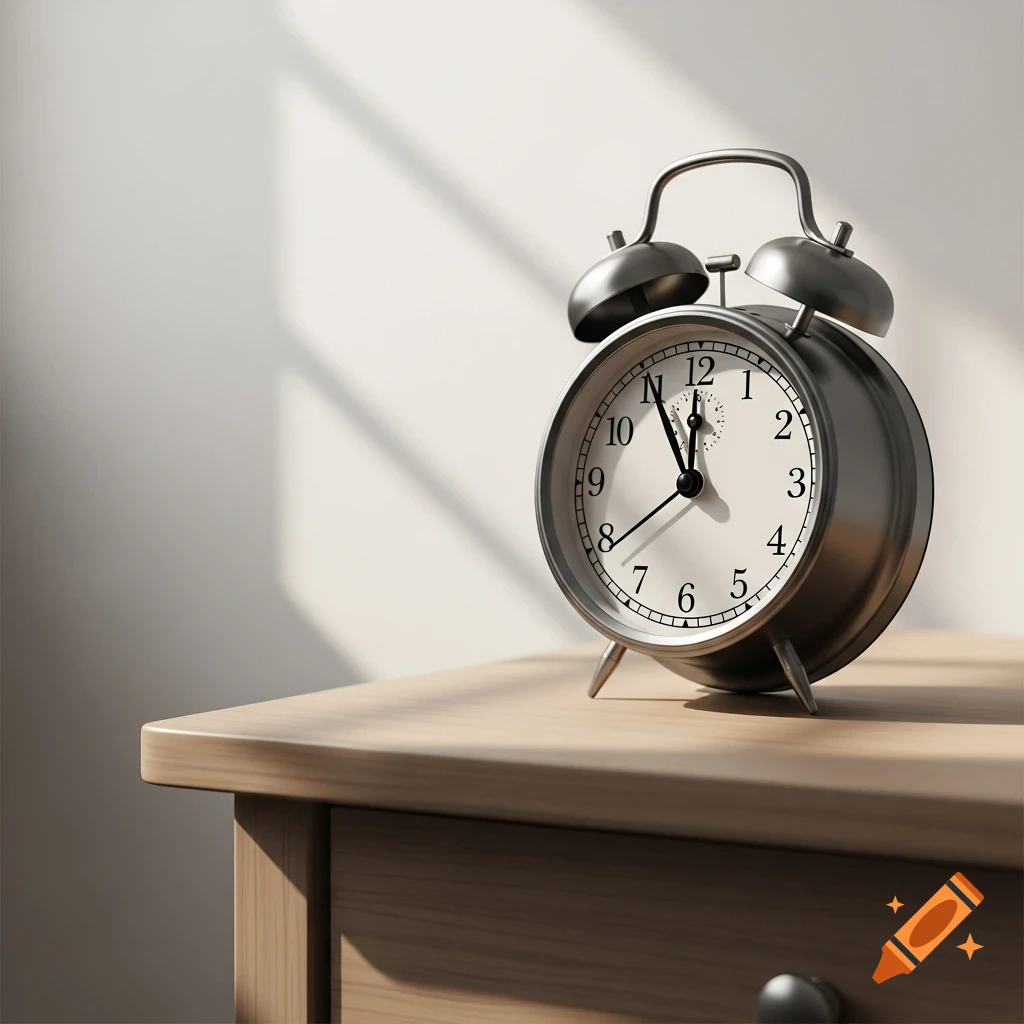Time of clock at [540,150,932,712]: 11:55
